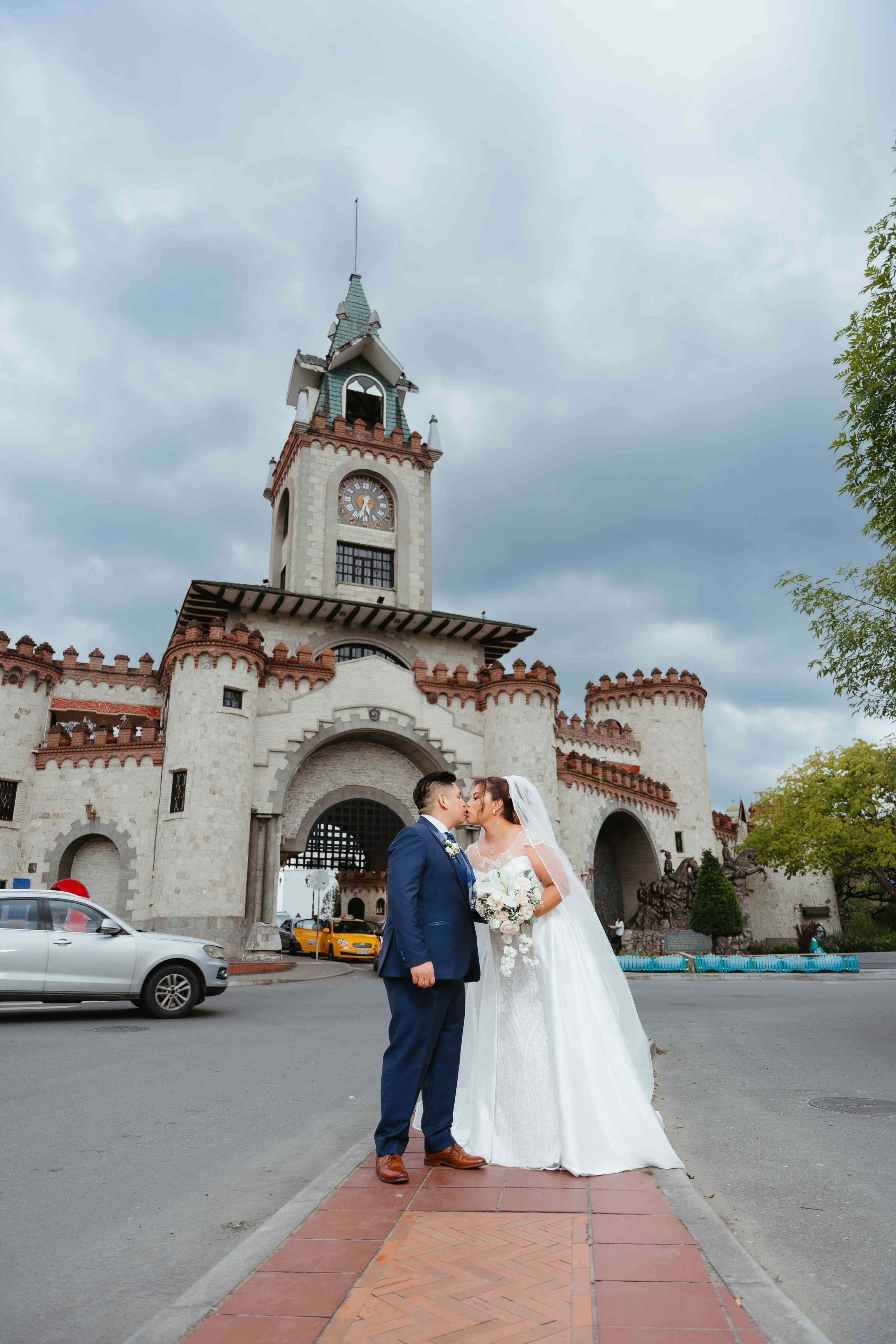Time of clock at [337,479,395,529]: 5:32
